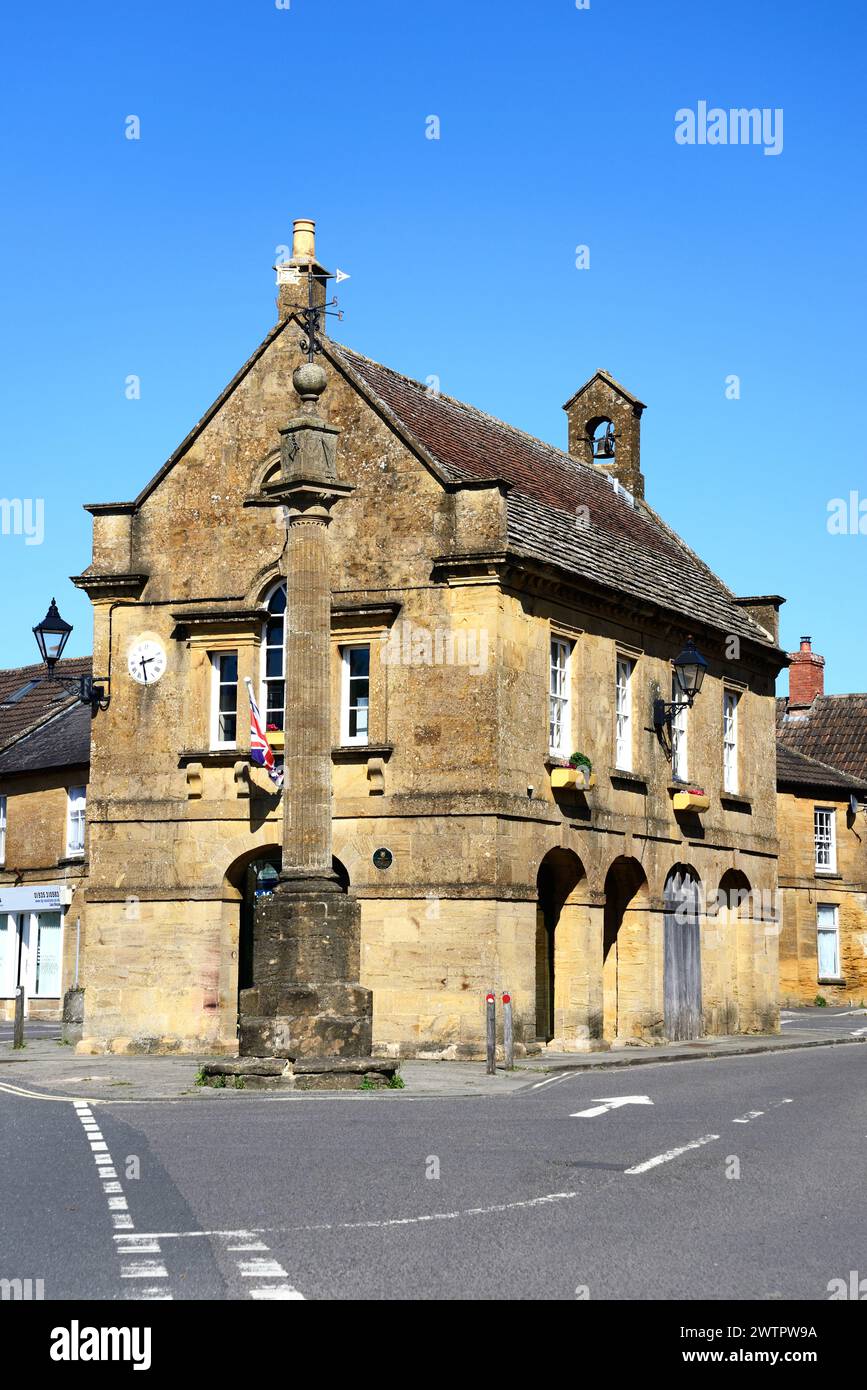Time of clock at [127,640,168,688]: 2:29
